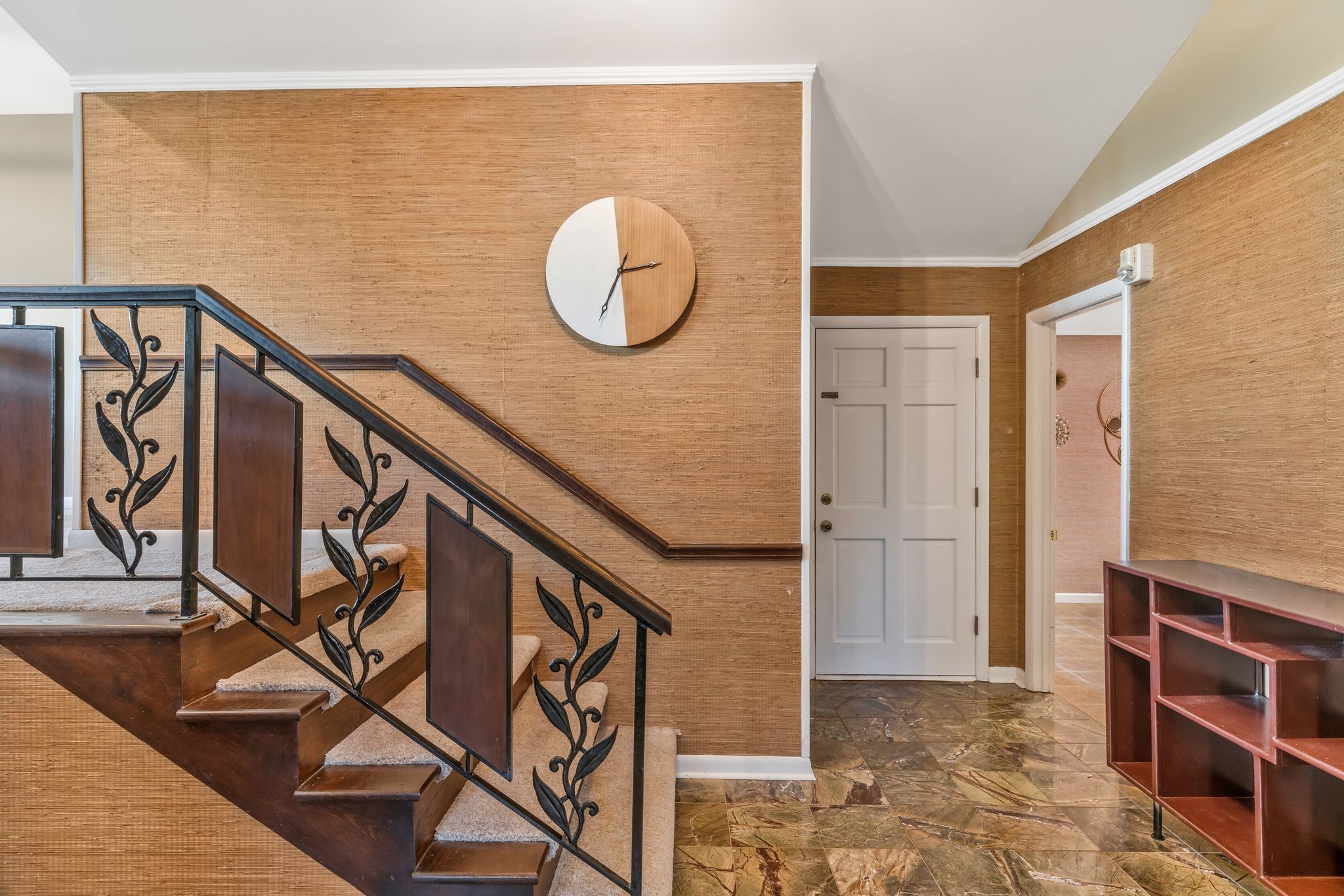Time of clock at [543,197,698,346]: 2:34
